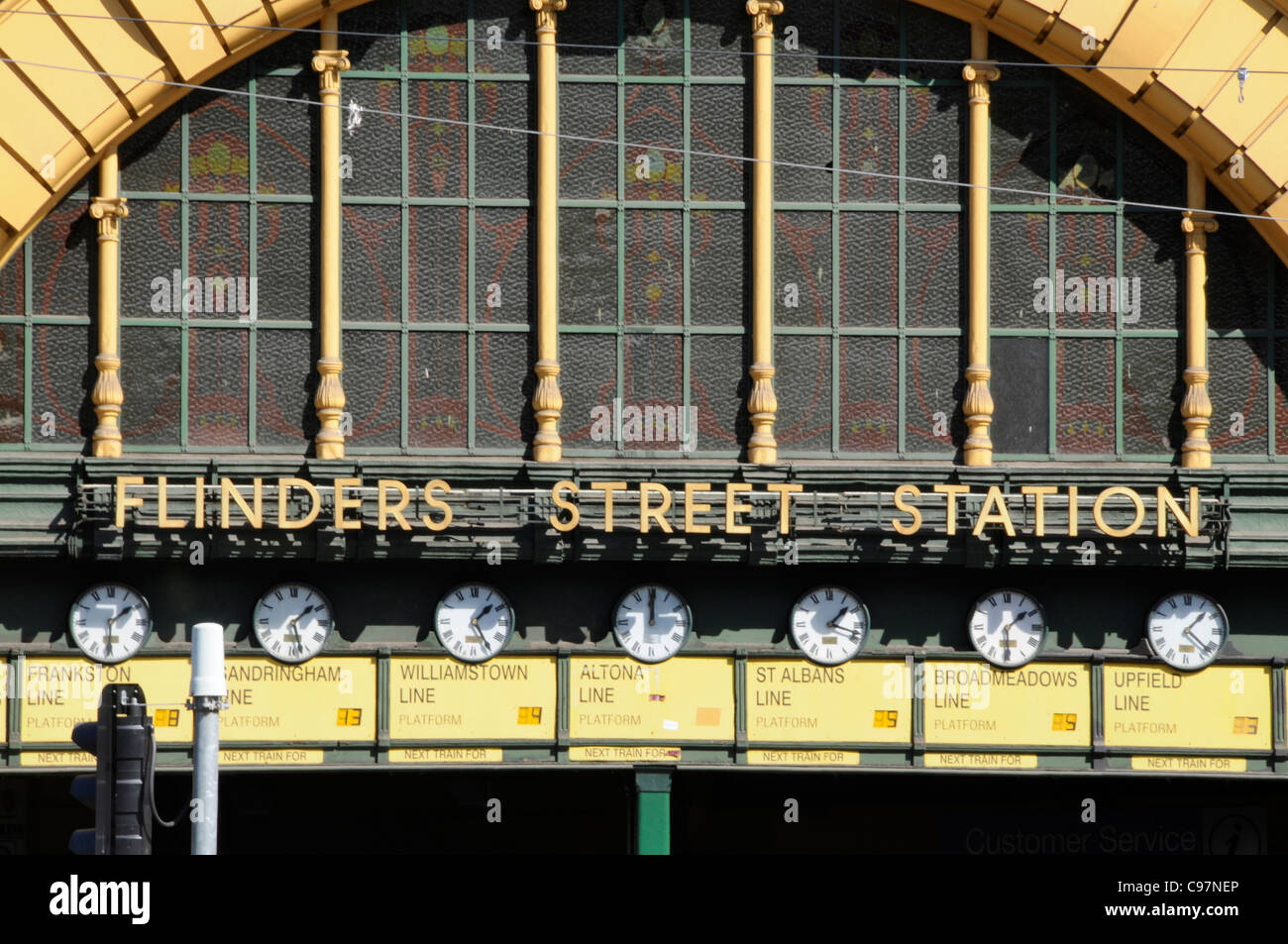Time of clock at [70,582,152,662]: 1:30
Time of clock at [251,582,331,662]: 1:27
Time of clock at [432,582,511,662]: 1:24
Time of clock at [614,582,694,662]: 12:00
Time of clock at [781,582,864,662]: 1:18
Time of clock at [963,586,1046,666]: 1:29
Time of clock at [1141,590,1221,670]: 1:21
